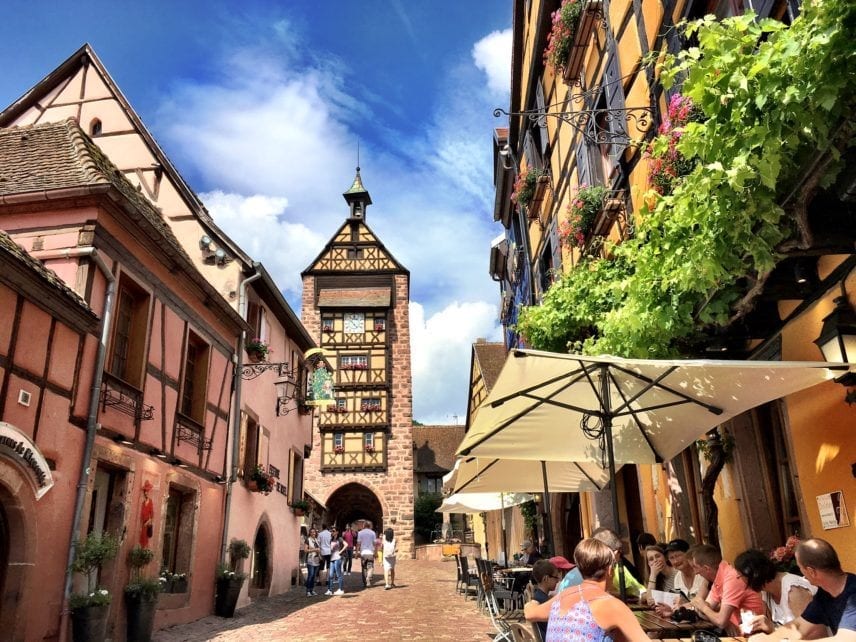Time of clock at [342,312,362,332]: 4:52
